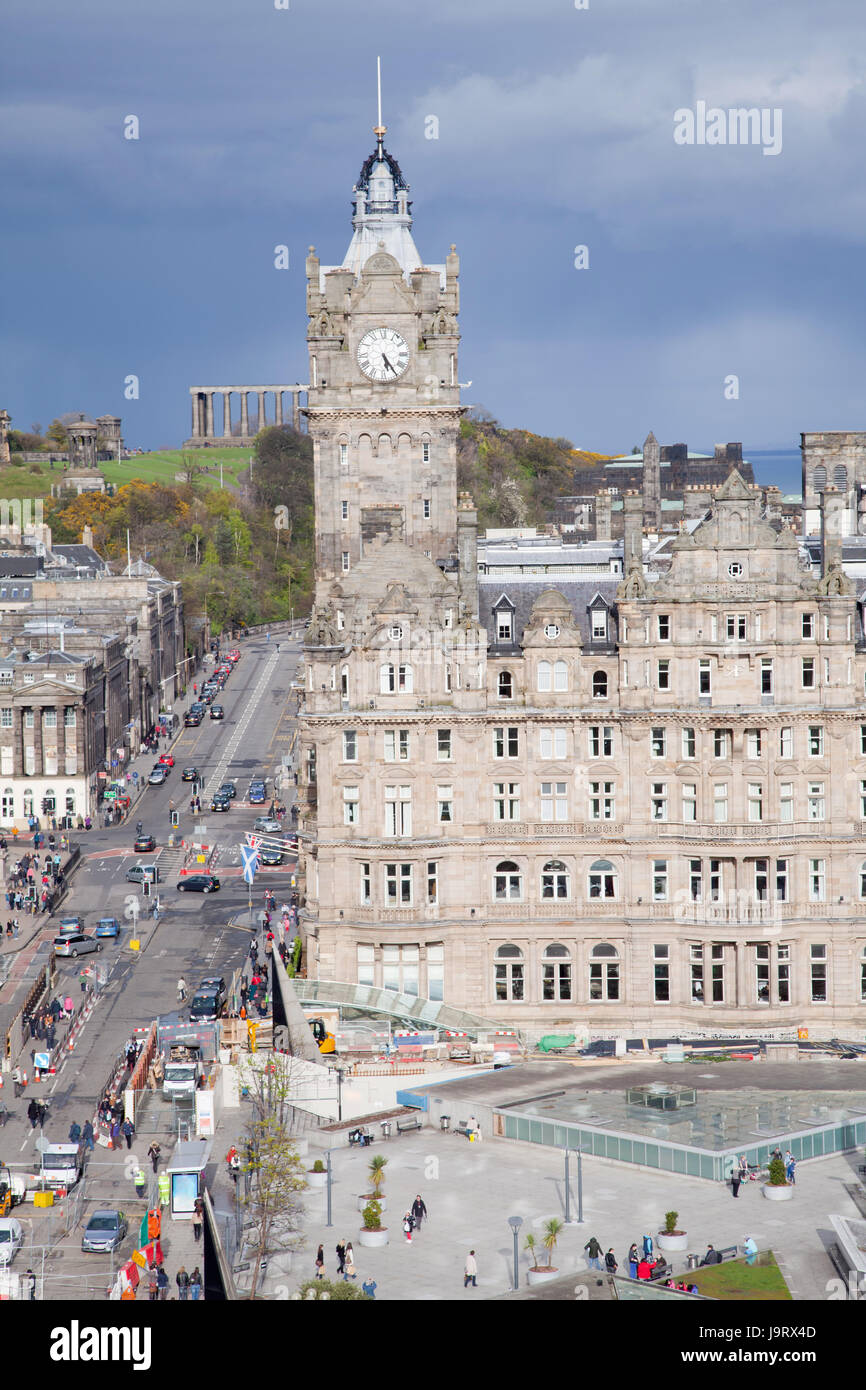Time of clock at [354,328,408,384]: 5:24
